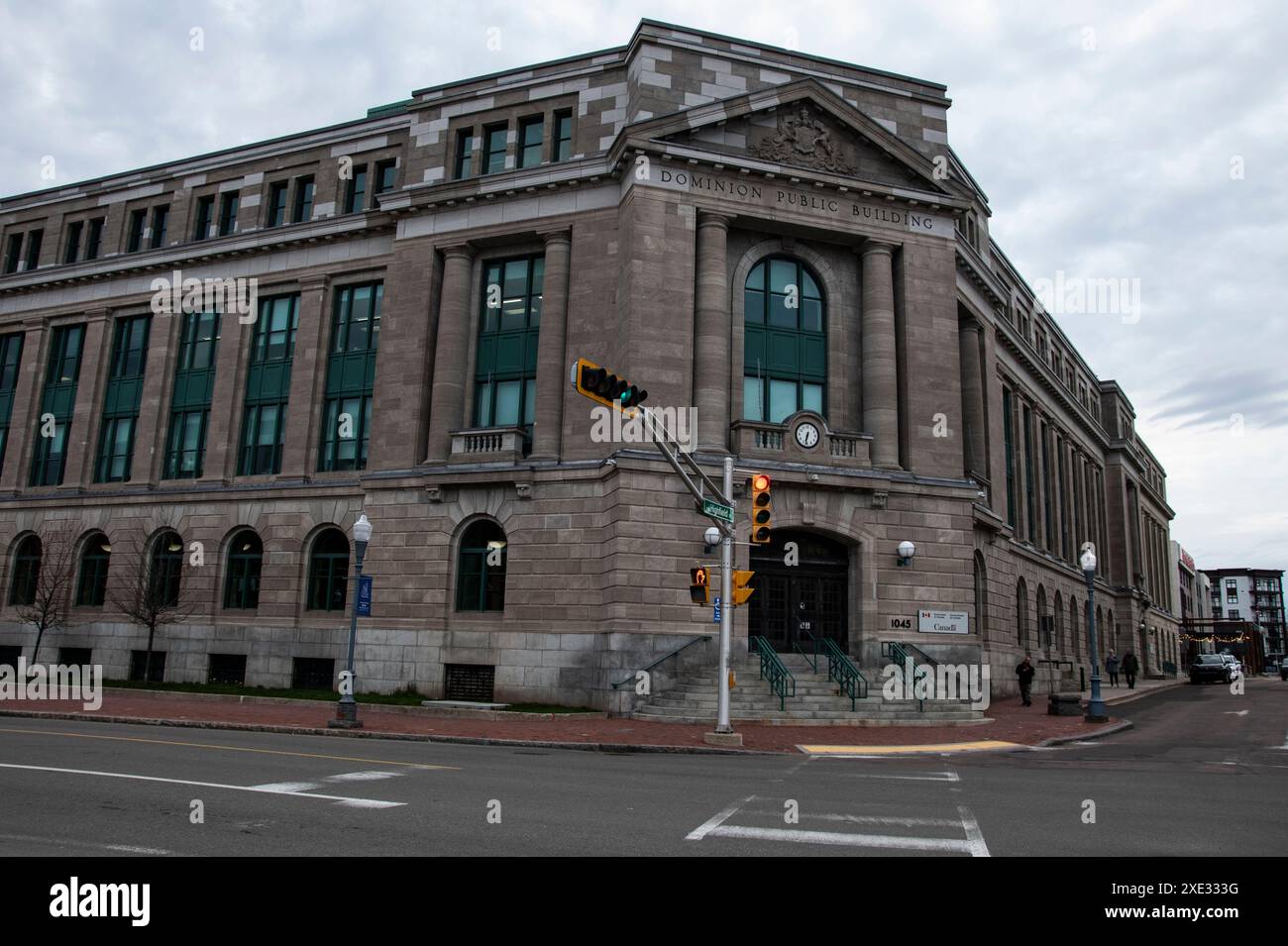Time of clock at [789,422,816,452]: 6:32
